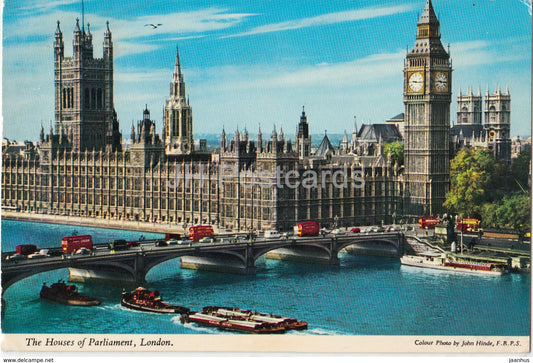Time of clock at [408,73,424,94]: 9:15
